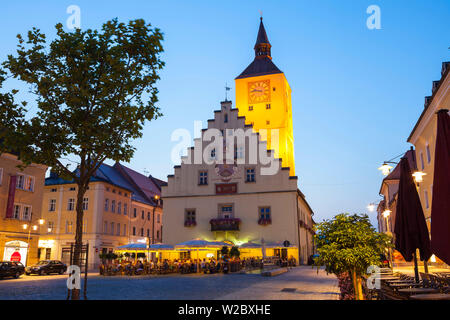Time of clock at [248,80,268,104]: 9:45
